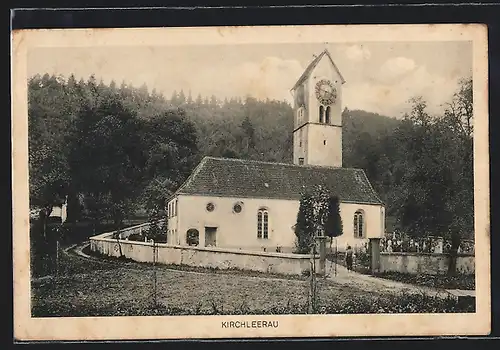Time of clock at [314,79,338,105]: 6:47
